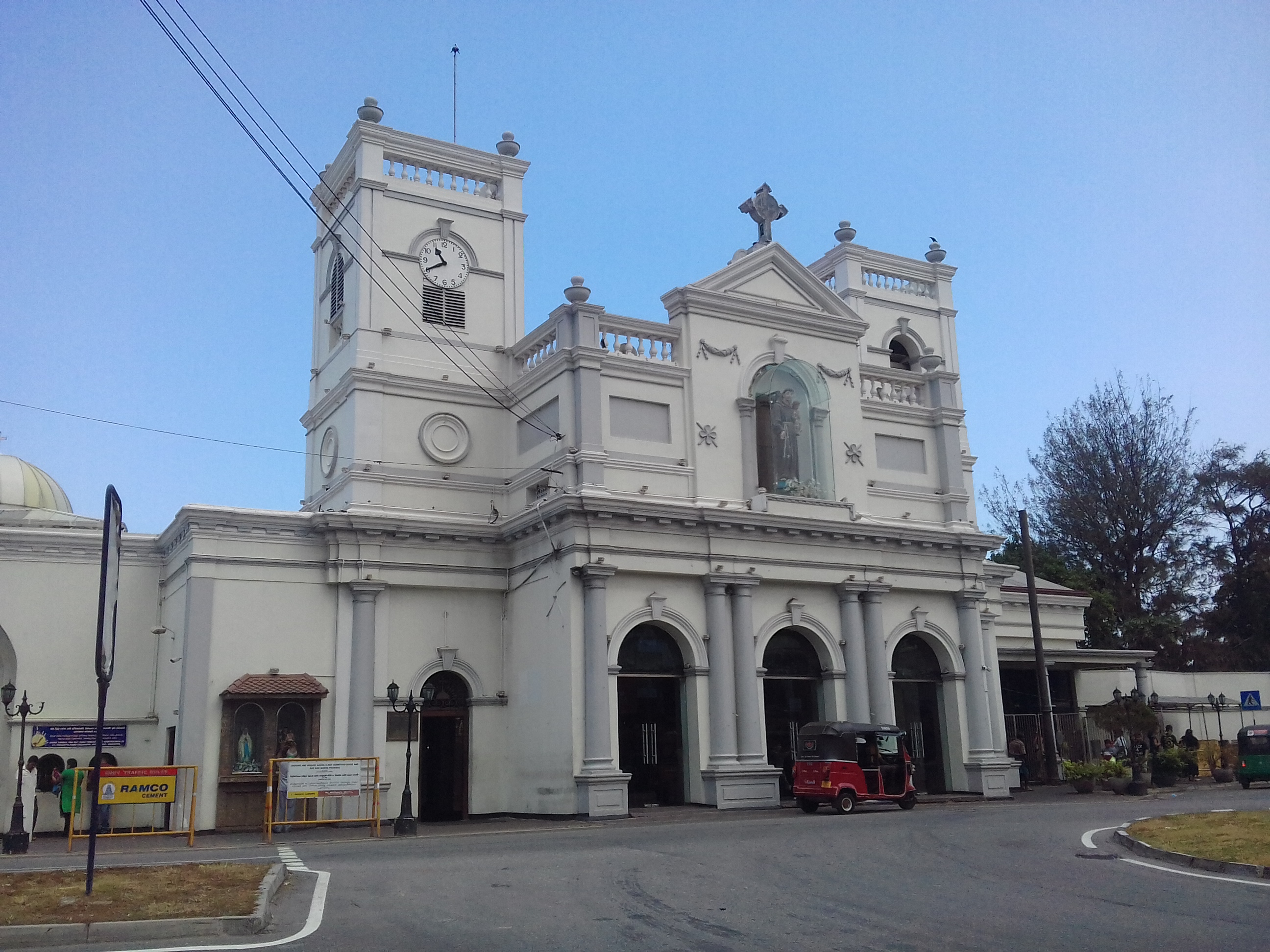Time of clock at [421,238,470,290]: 10:40
